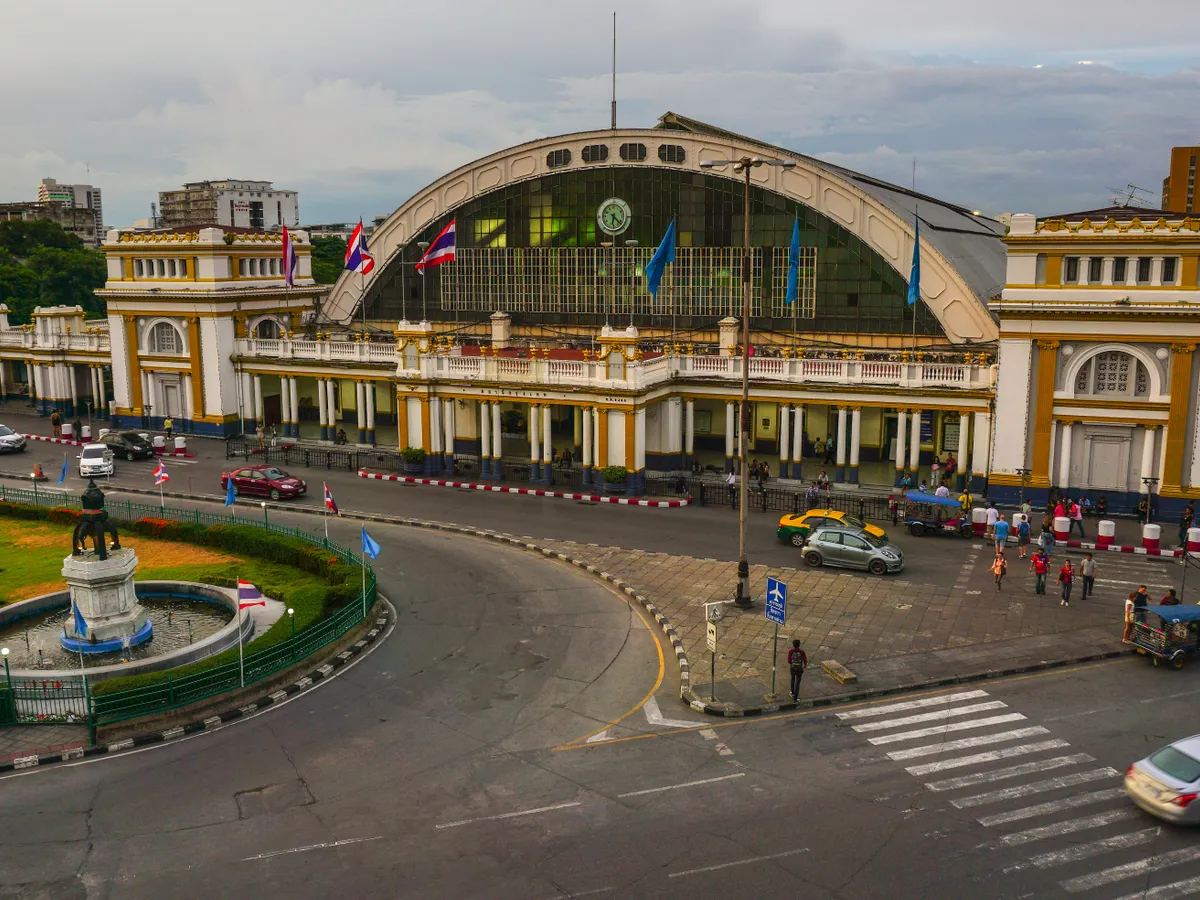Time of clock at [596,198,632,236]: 6:22
